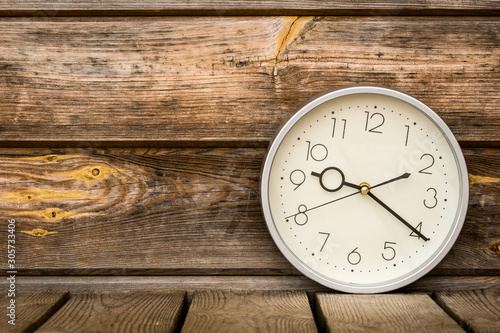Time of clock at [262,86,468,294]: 9:20
